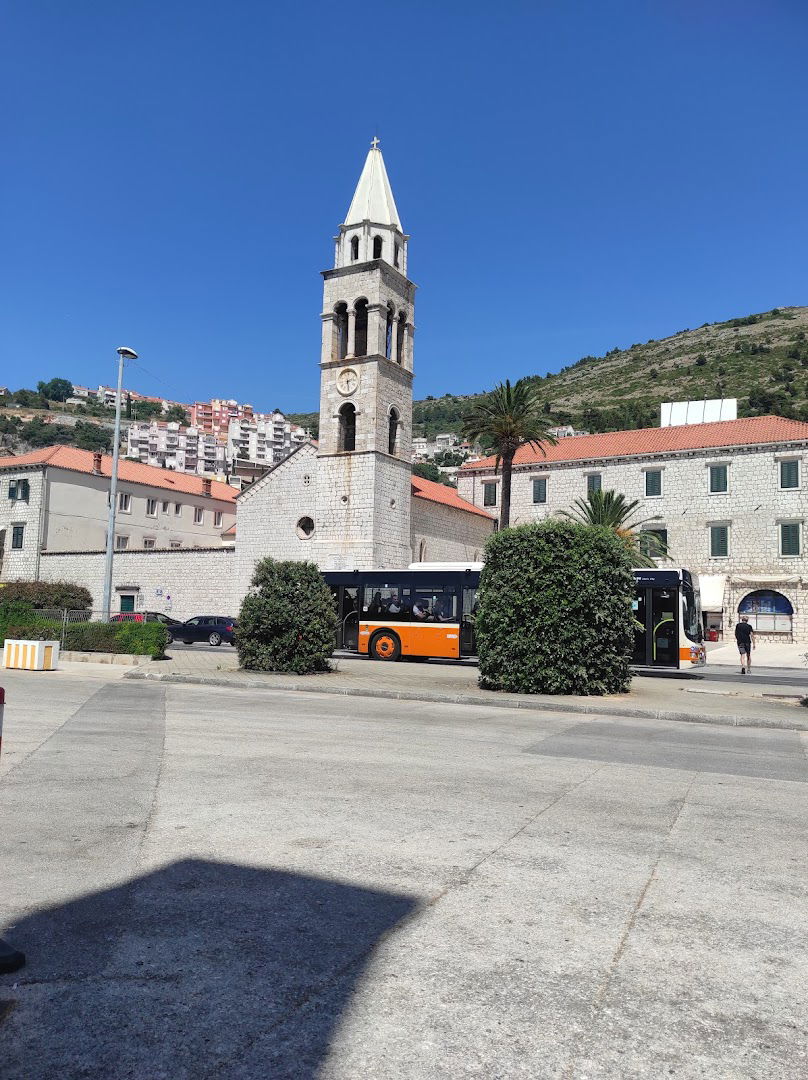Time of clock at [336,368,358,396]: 2:28
